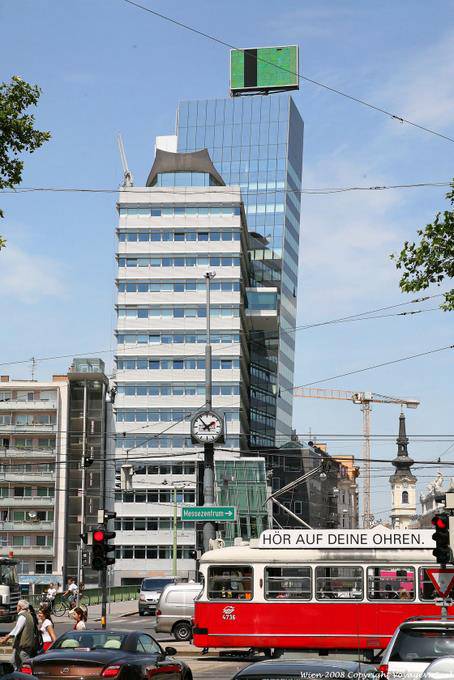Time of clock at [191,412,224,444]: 1:53
